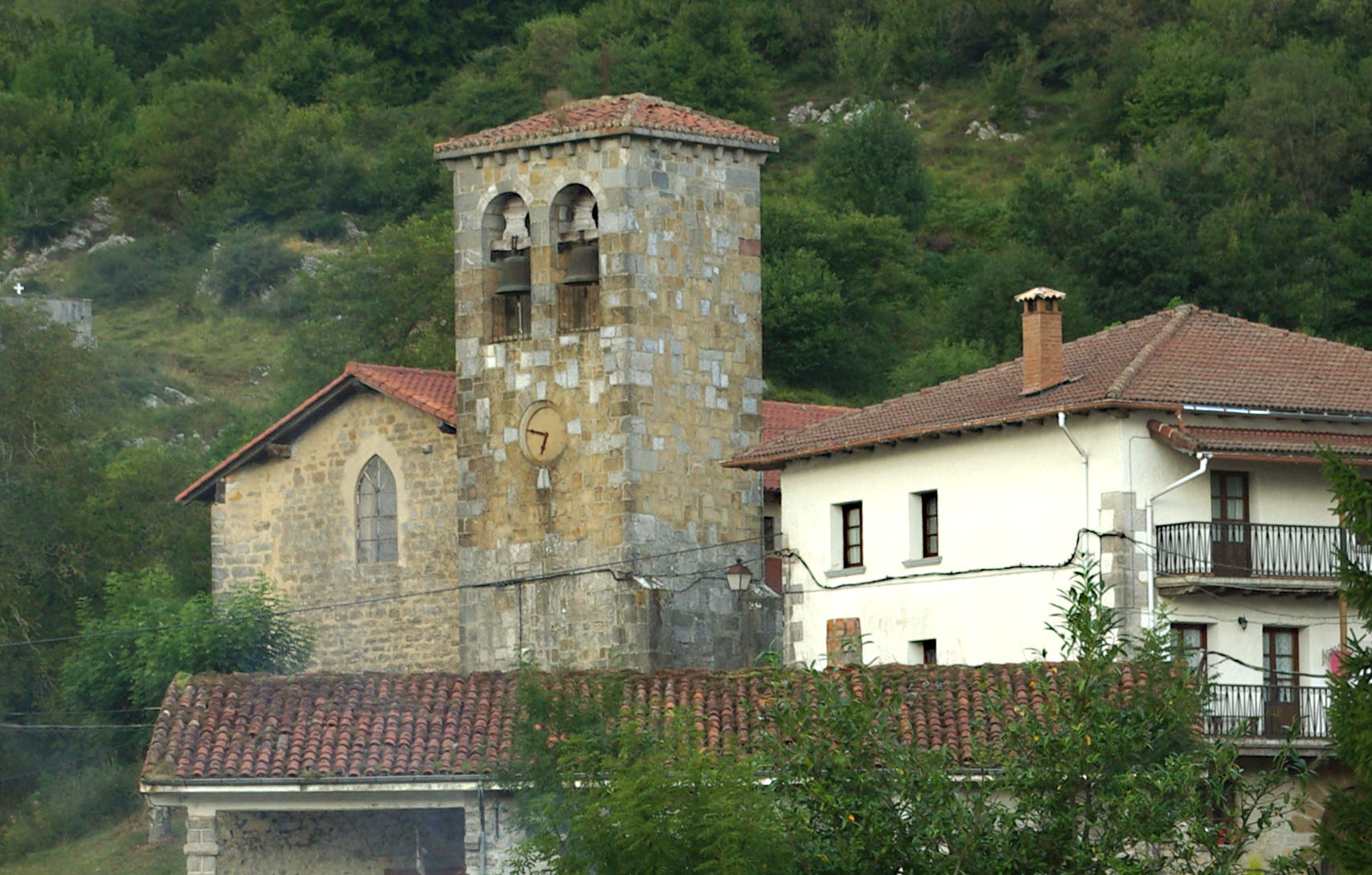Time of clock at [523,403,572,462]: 6:47
